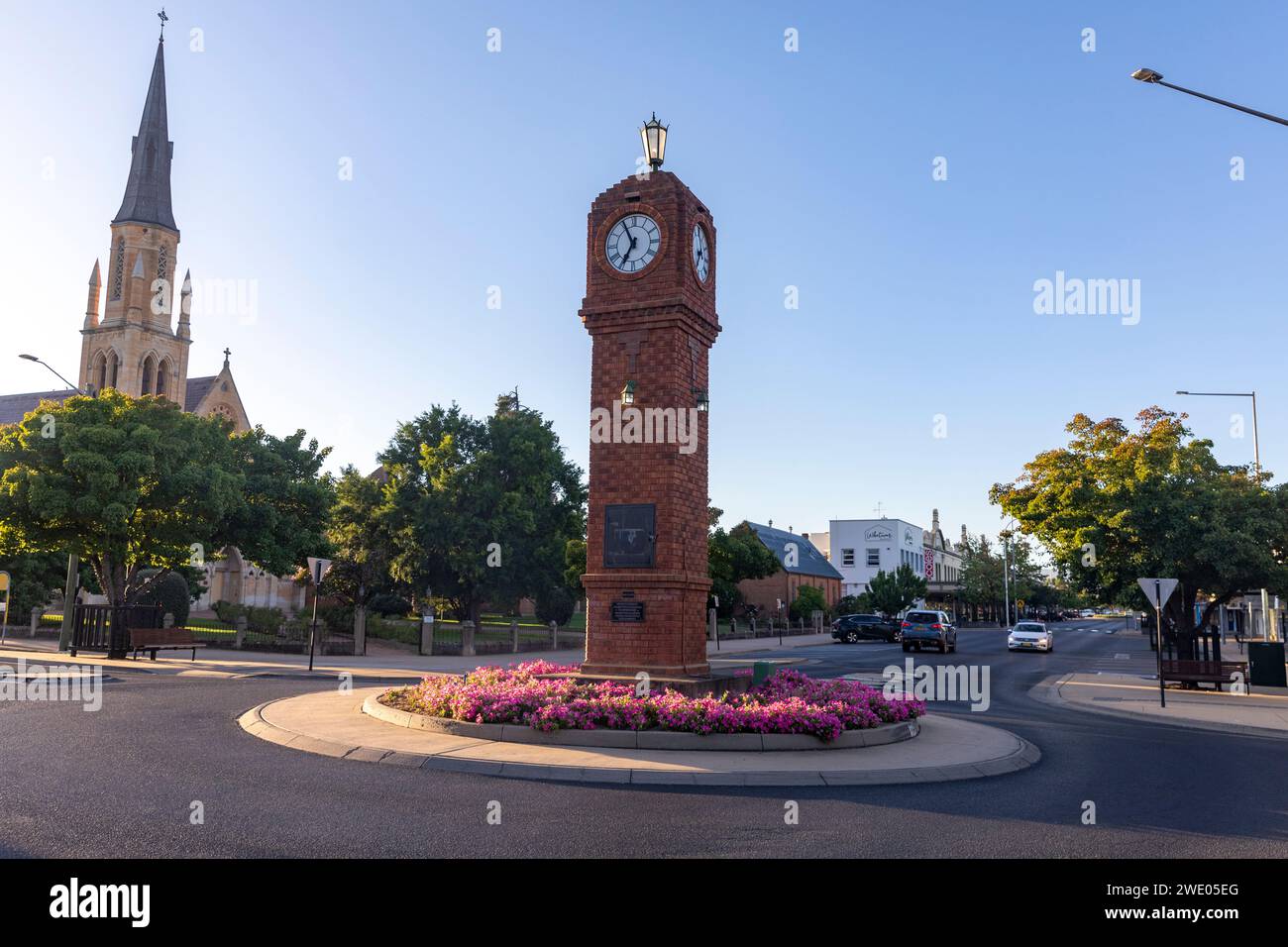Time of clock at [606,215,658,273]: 6:55
